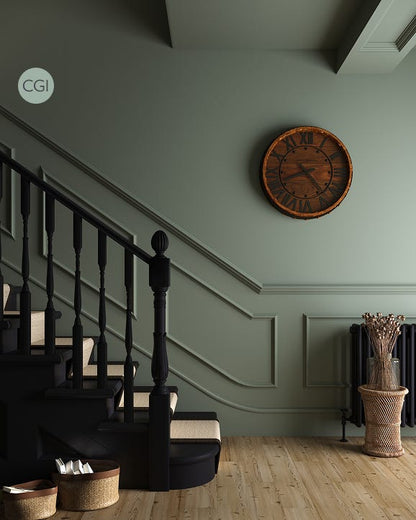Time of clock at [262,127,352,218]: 8:23
